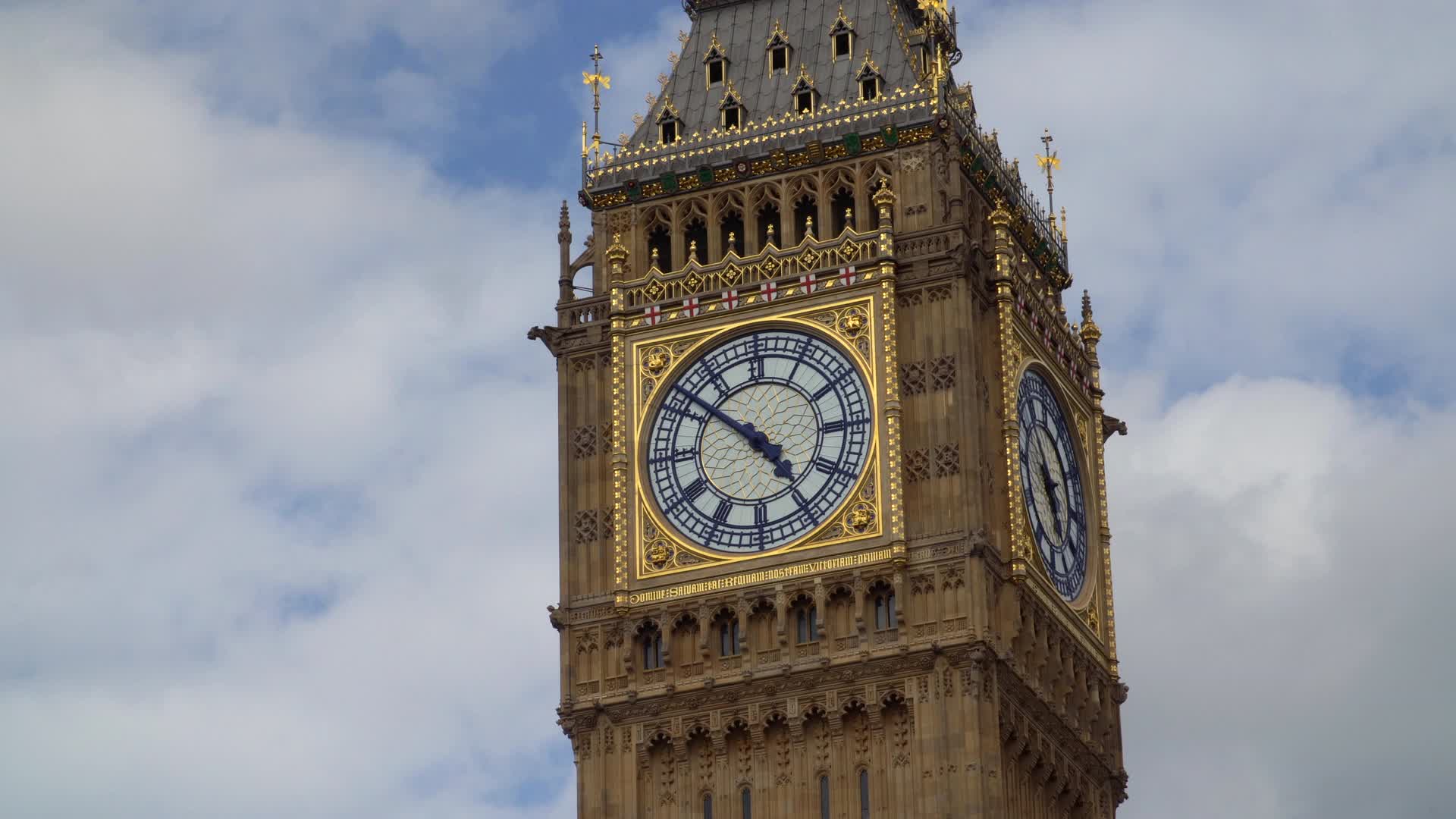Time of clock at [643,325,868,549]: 4:51
